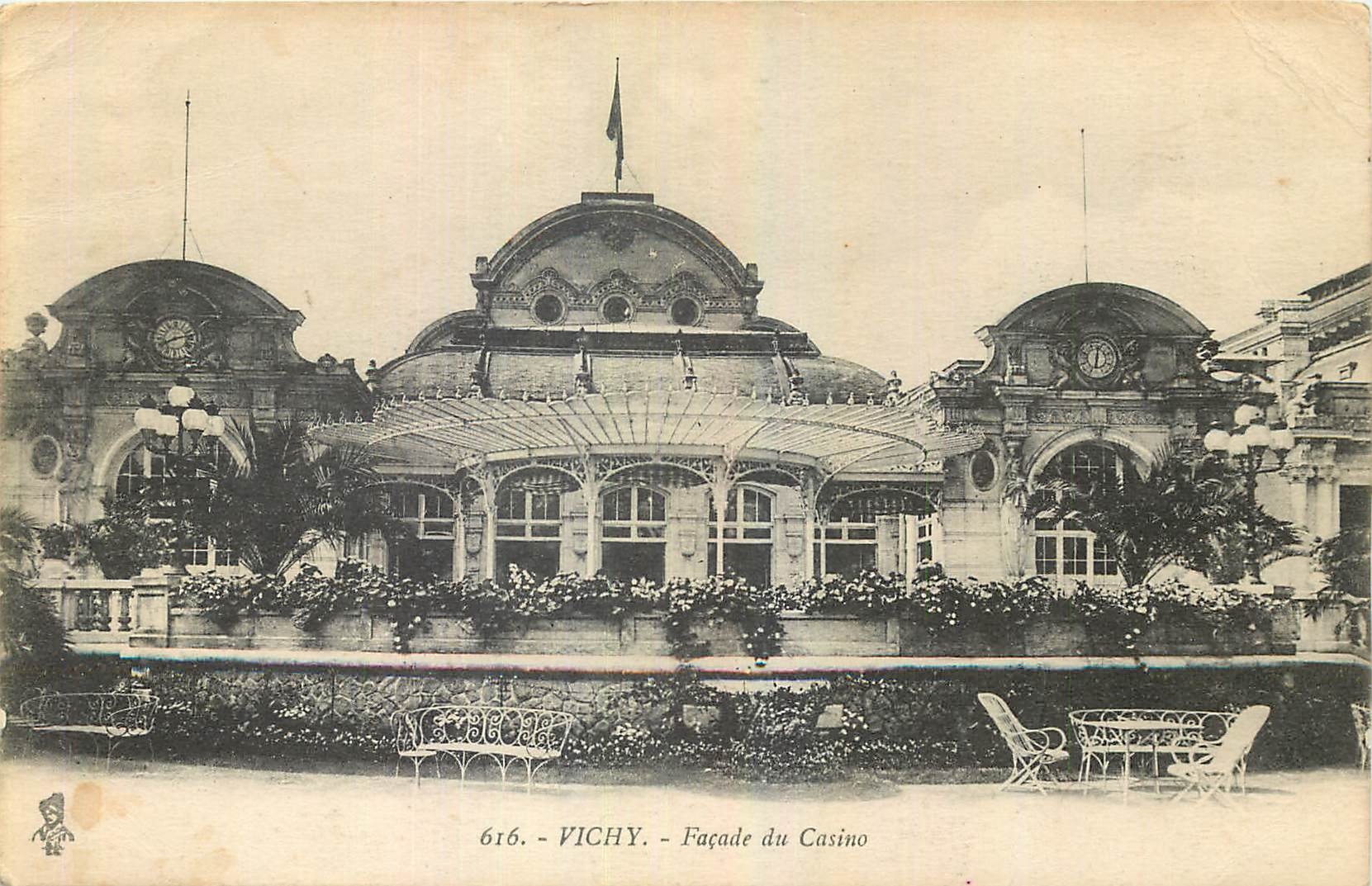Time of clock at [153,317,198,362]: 8:12
